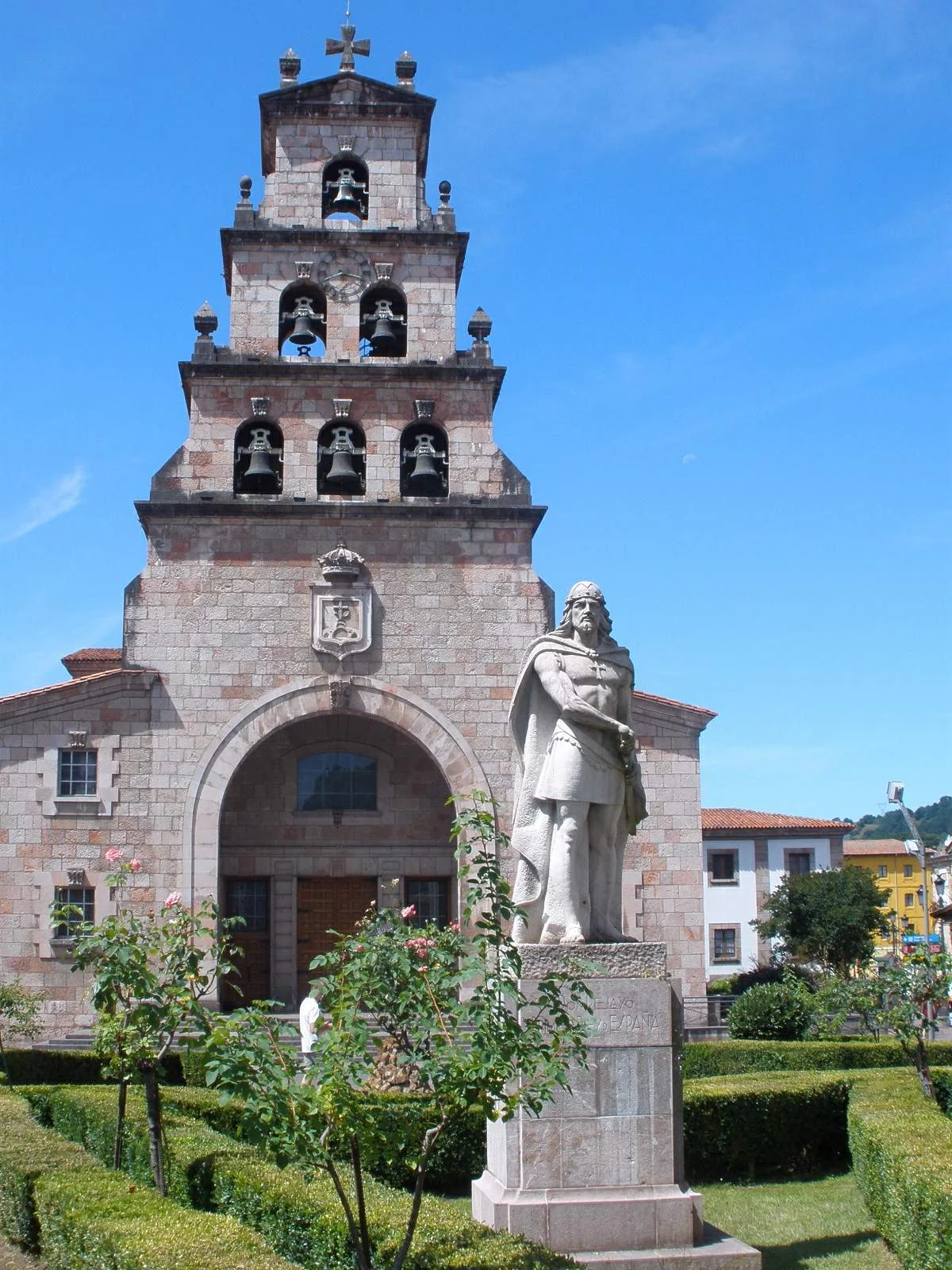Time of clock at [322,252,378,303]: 8:17
